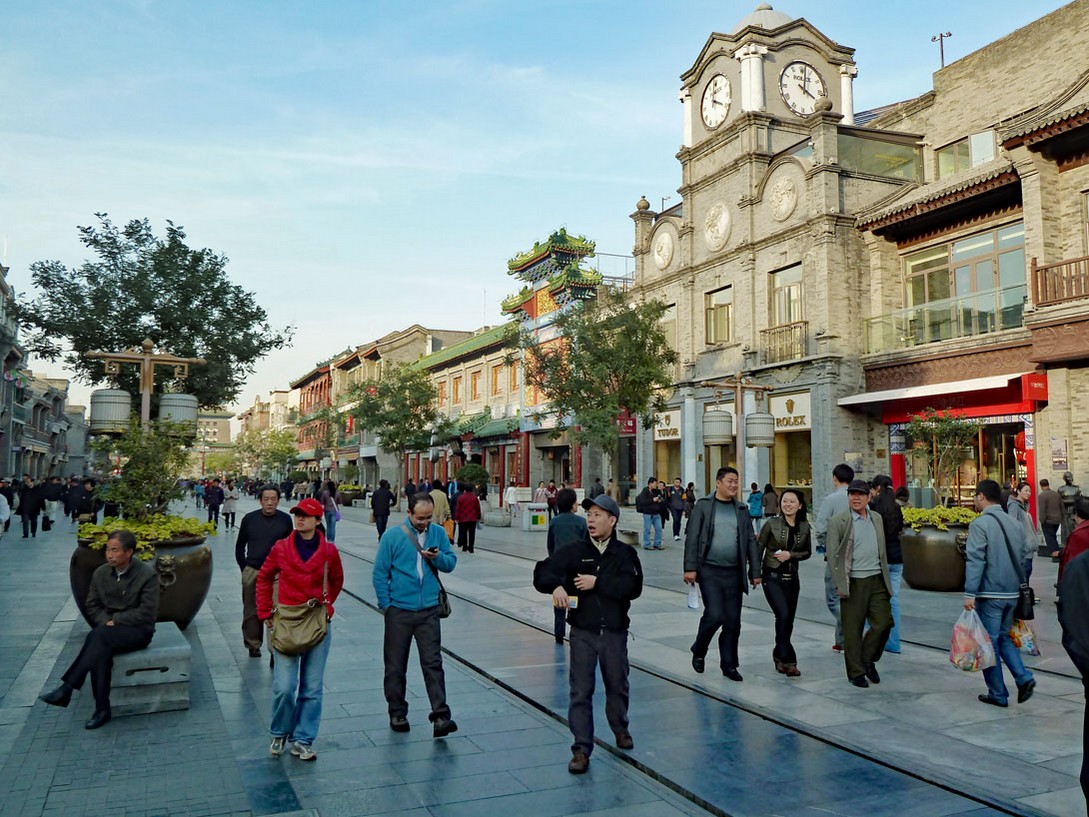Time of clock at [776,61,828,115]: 4:01
